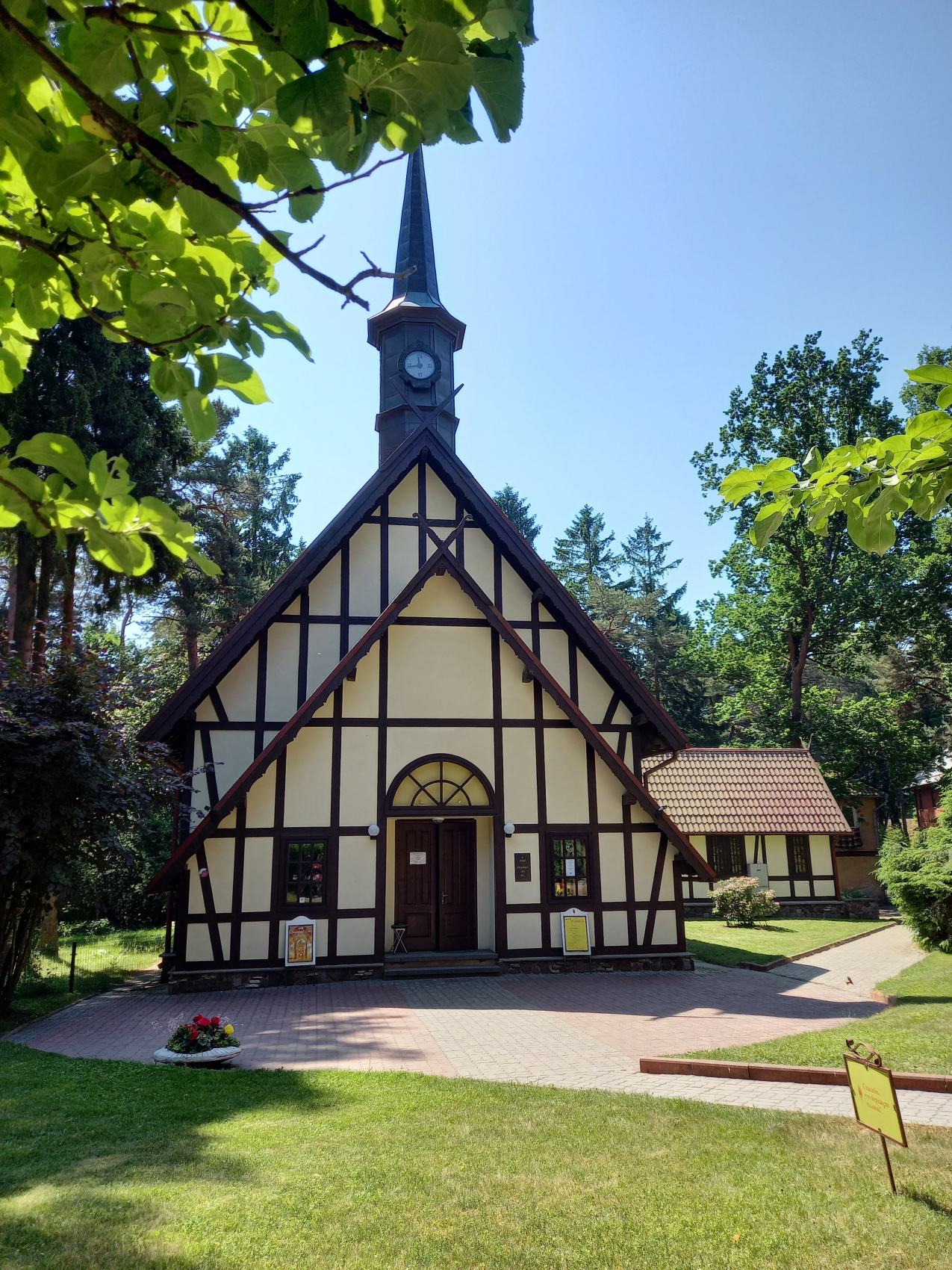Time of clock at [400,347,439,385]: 11:43
